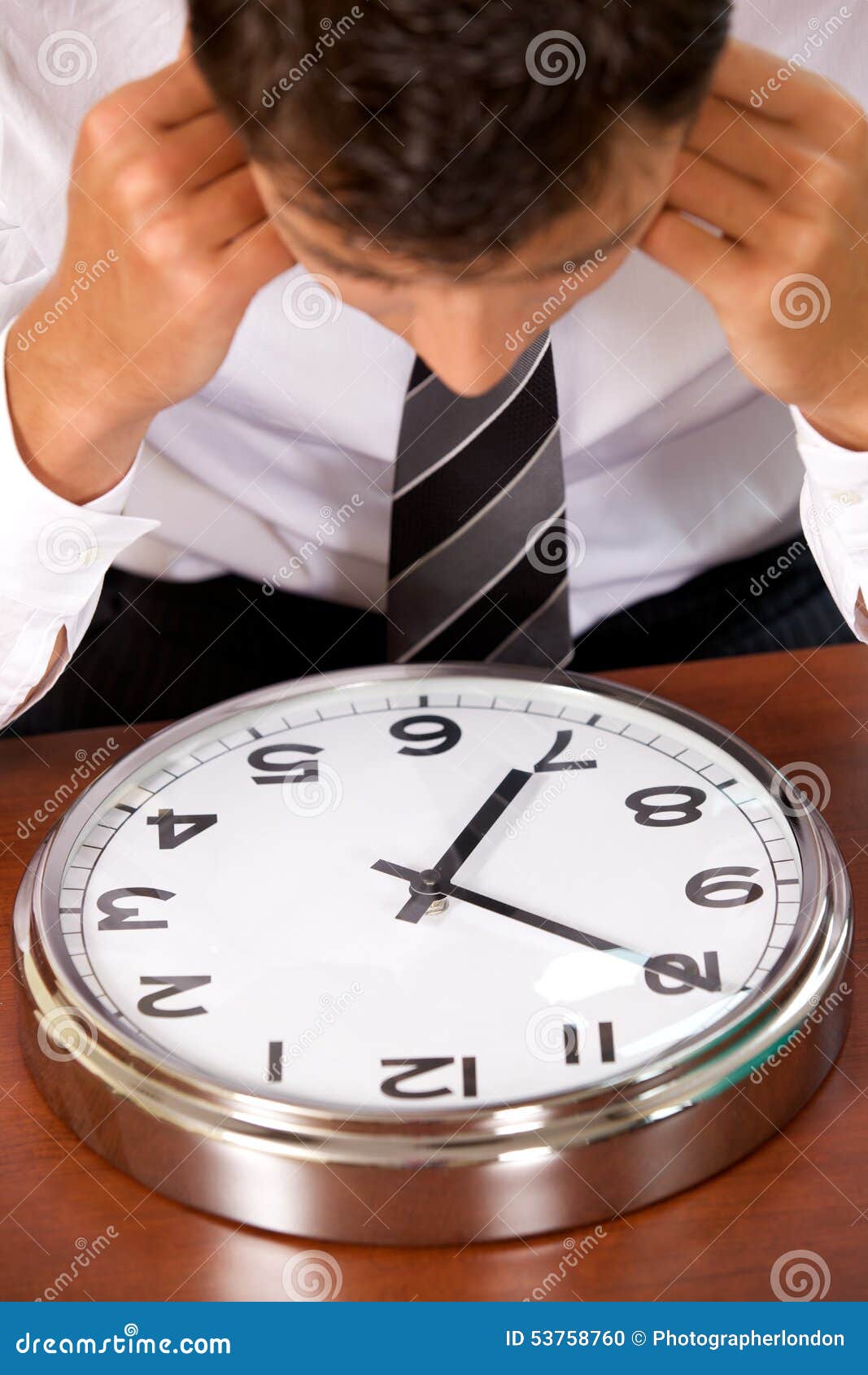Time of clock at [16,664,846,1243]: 4:04
